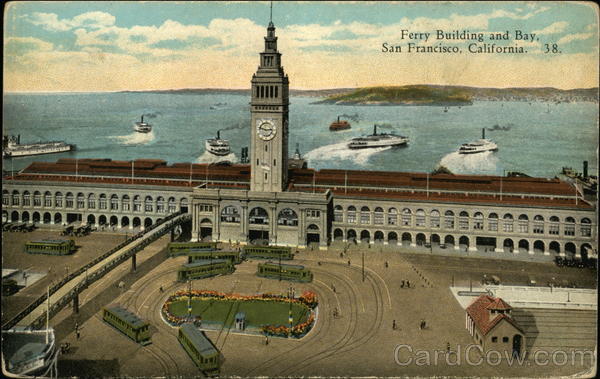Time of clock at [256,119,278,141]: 2:47
